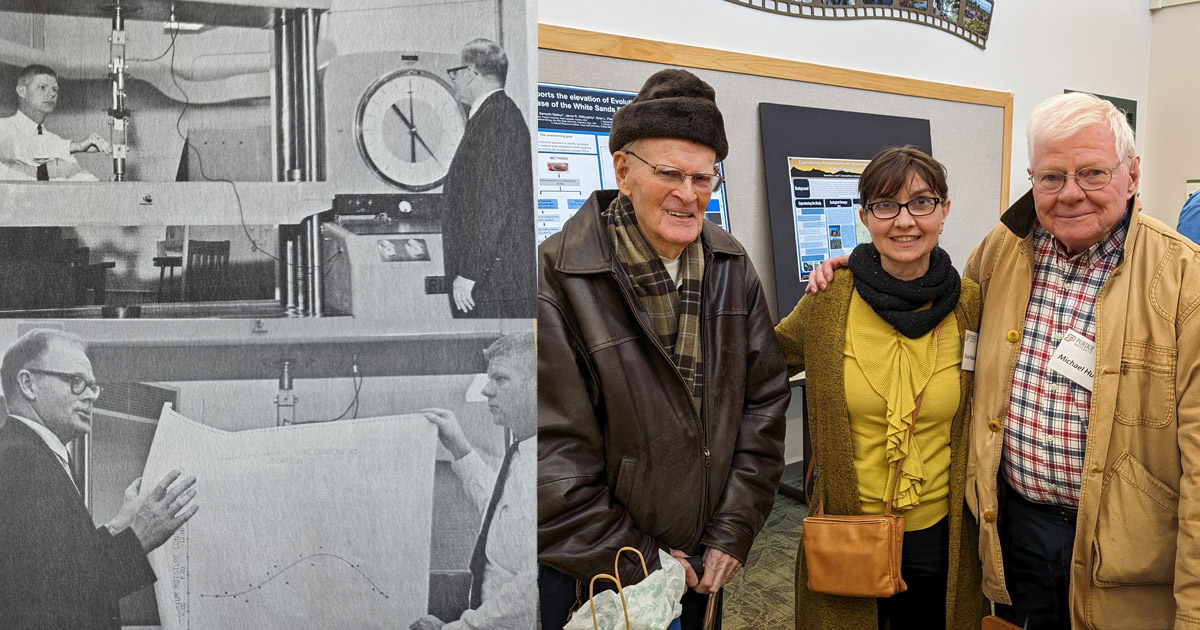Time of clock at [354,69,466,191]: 10:28
